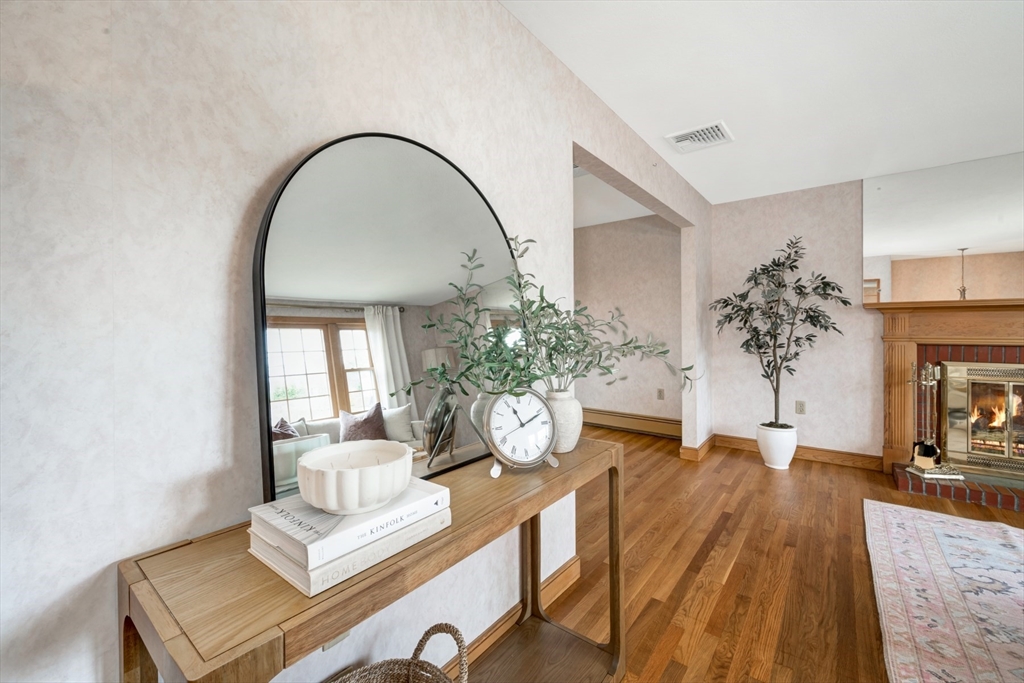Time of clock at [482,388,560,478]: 11:11
